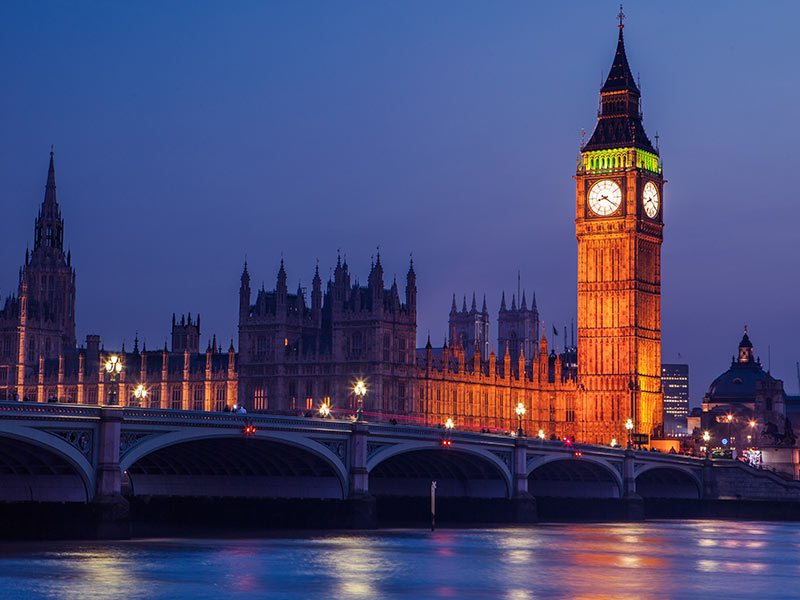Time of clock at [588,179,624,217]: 8:21
